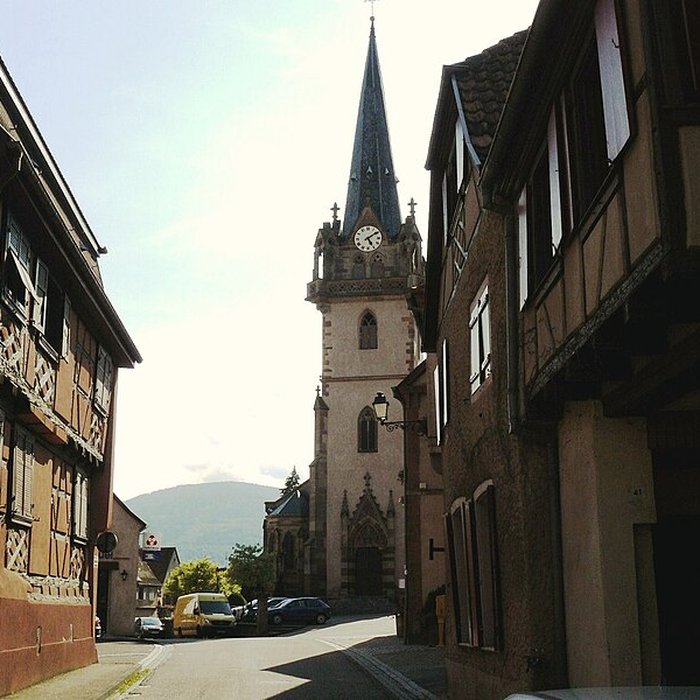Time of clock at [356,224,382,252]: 5:09
